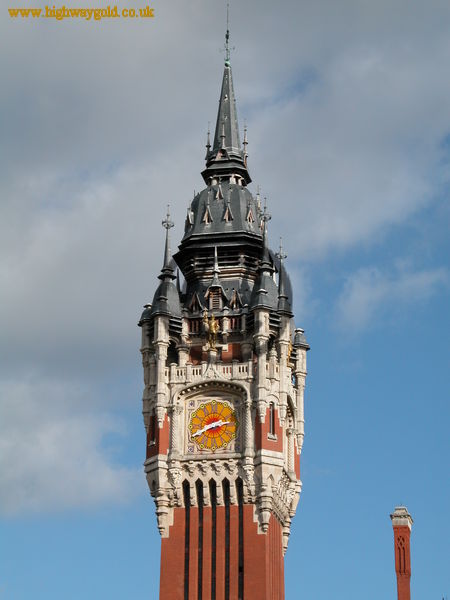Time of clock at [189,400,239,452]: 2:41
